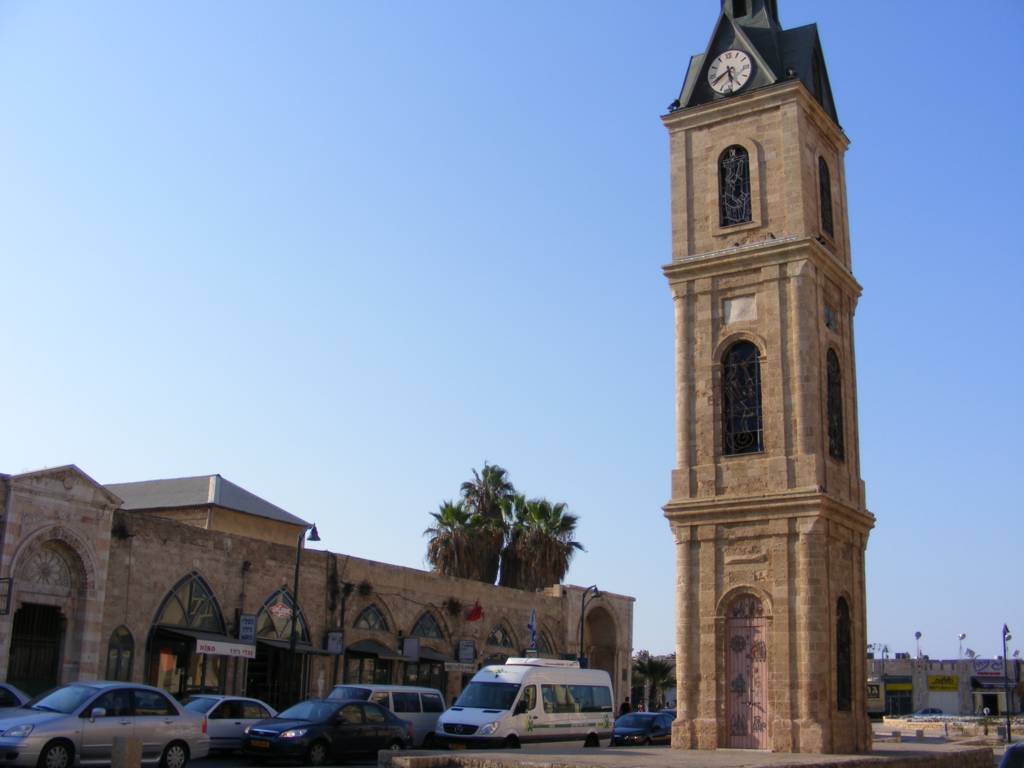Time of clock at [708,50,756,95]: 5:40
